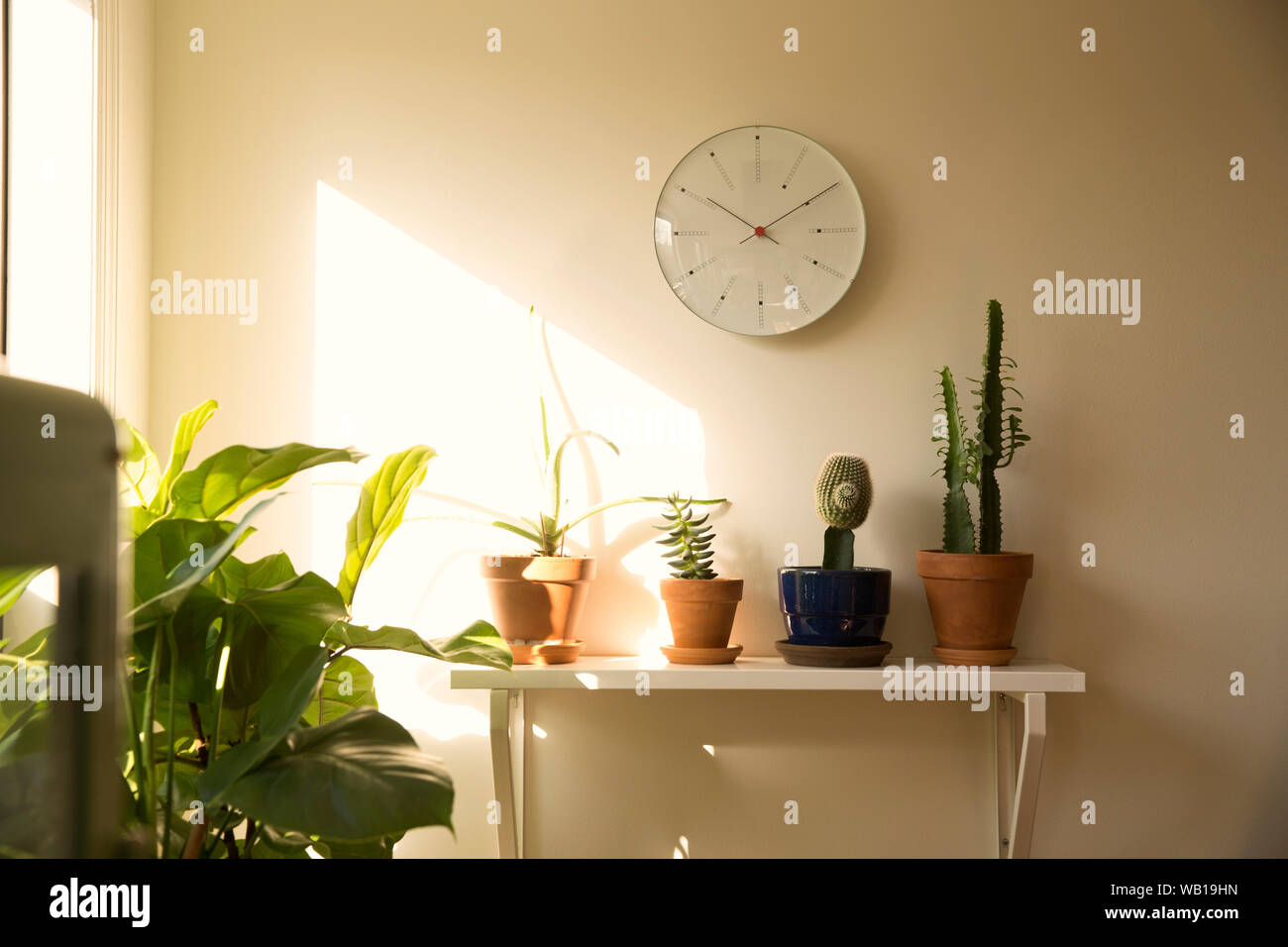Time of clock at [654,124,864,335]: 10:09
